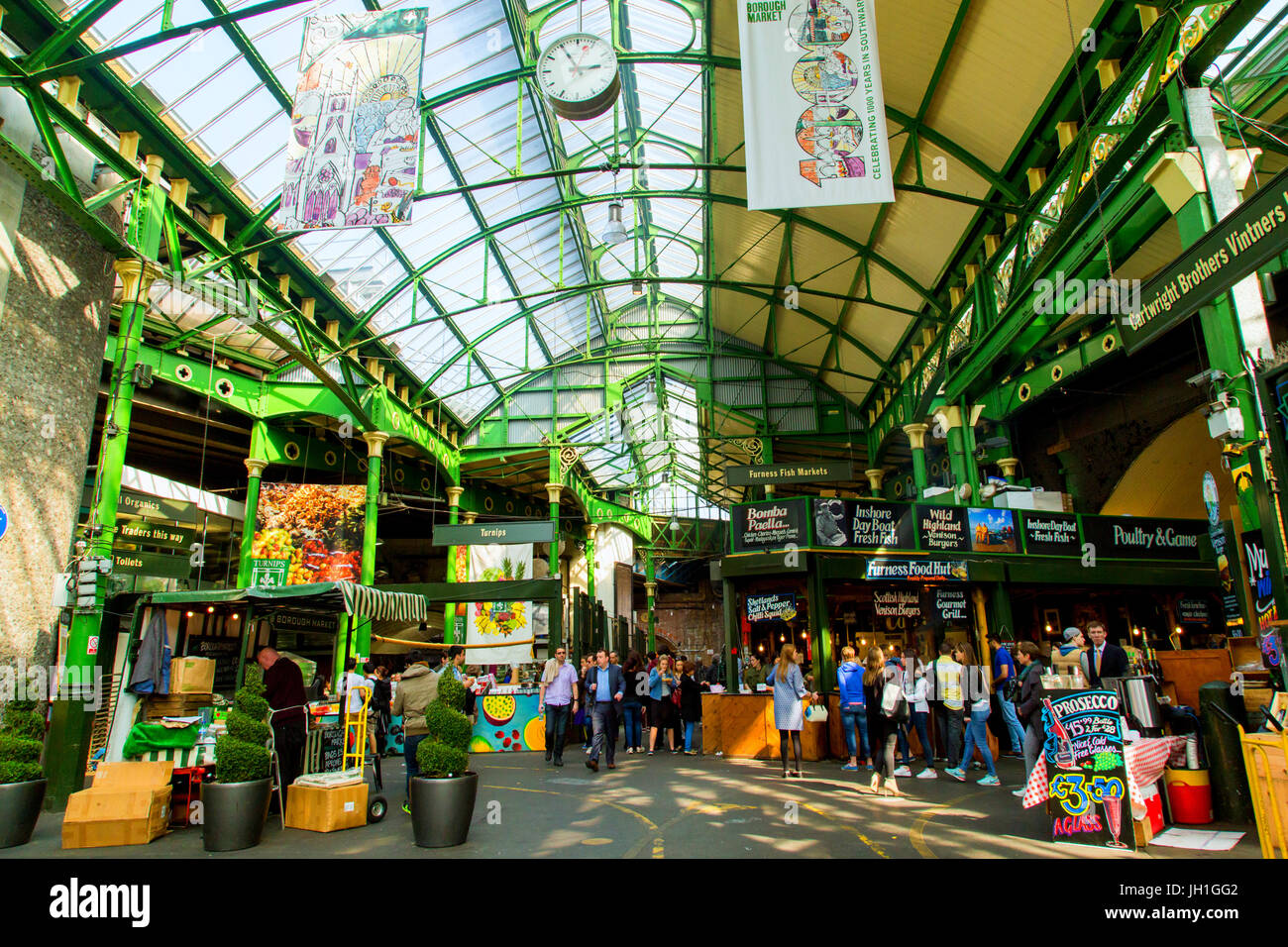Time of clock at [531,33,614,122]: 2:55
